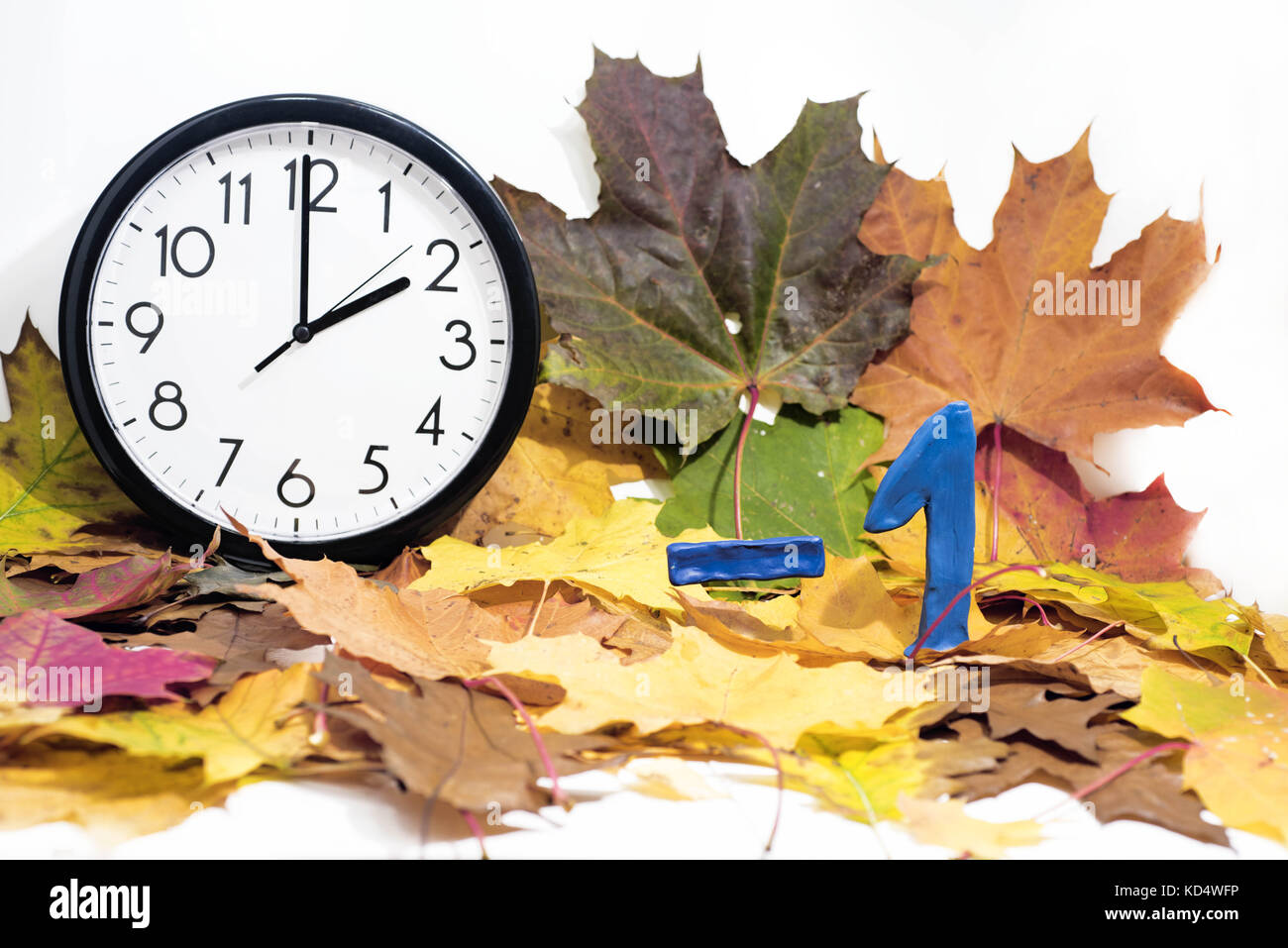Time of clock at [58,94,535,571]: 1:59
